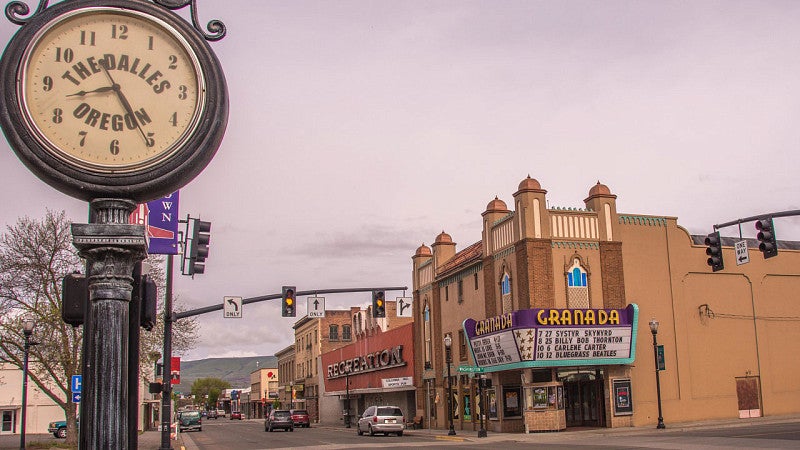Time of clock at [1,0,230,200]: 8:25
